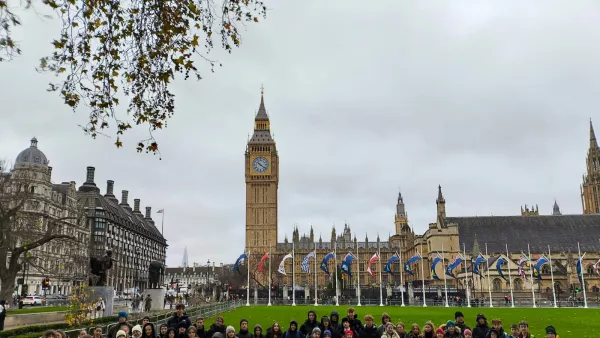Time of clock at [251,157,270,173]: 10:21
